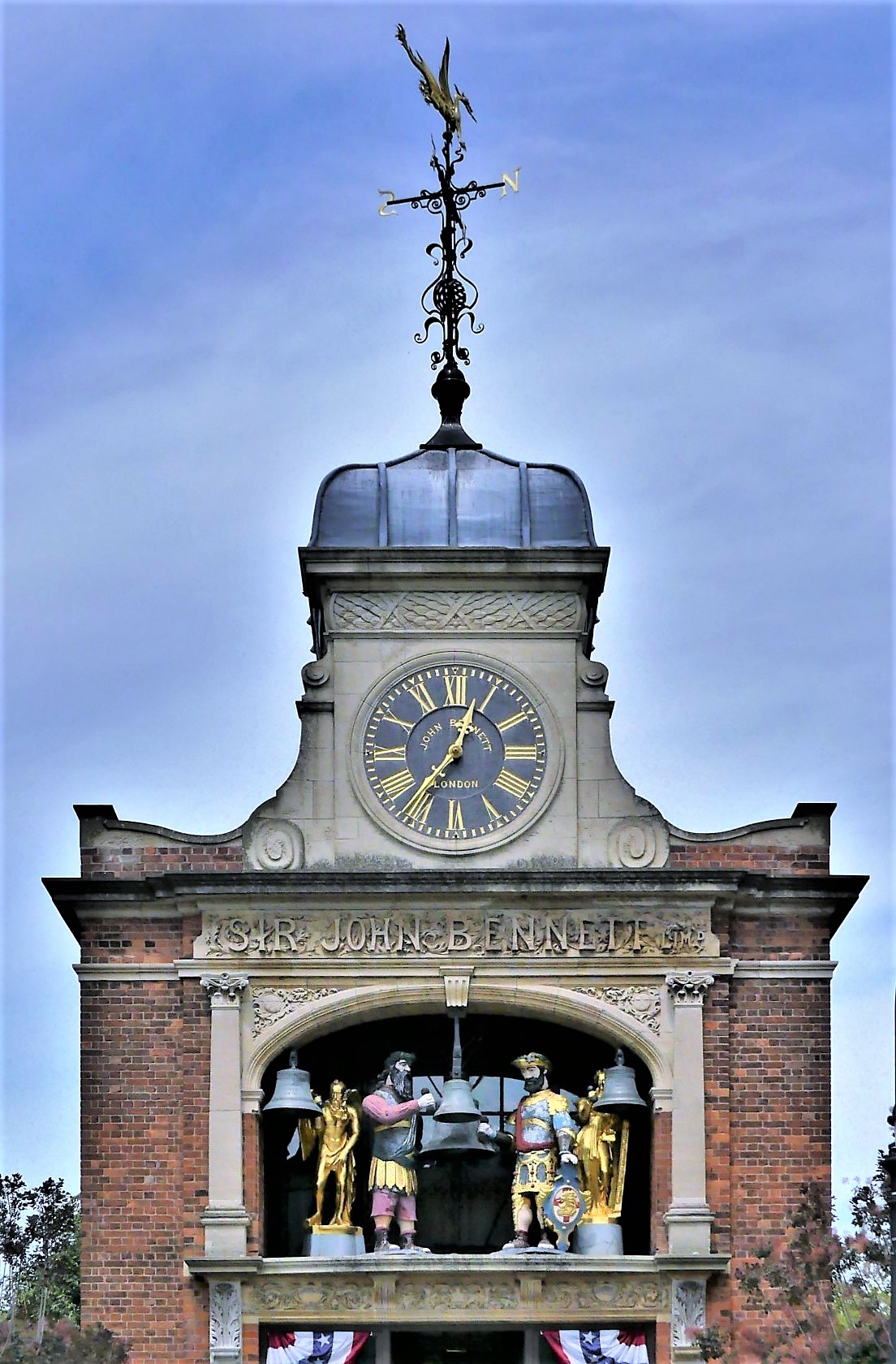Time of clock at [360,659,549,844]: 12:36
